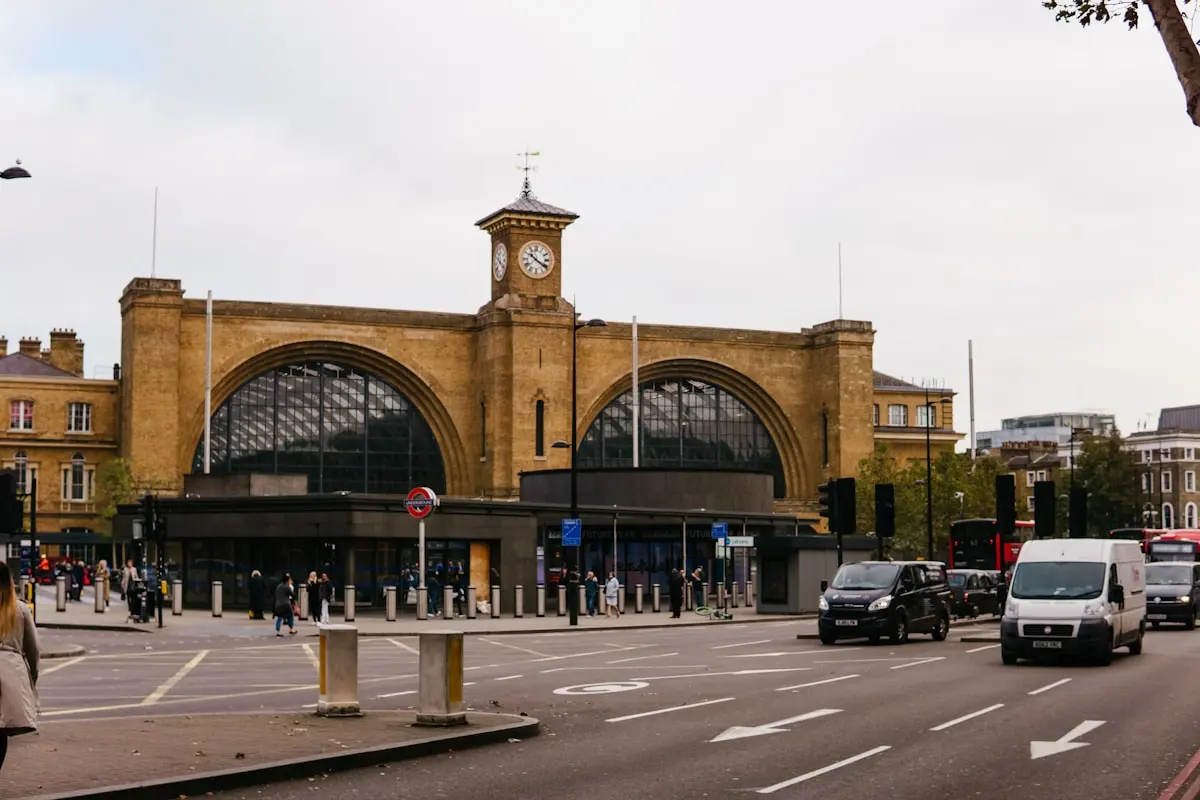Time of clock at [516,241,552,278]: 10:20
